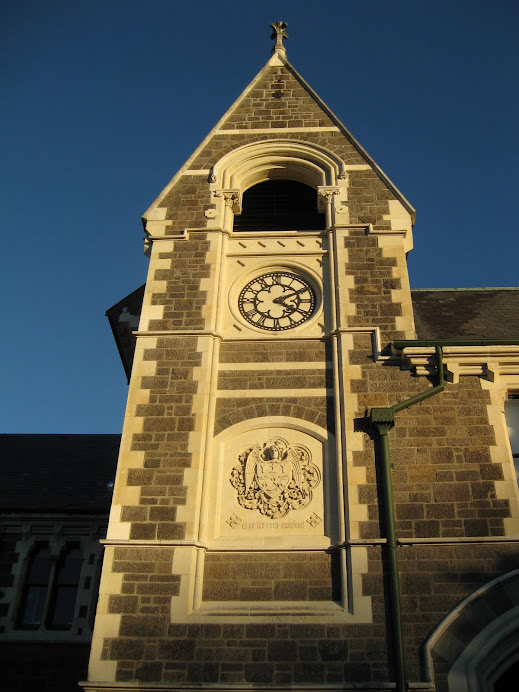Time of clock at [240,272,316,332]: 4:10
